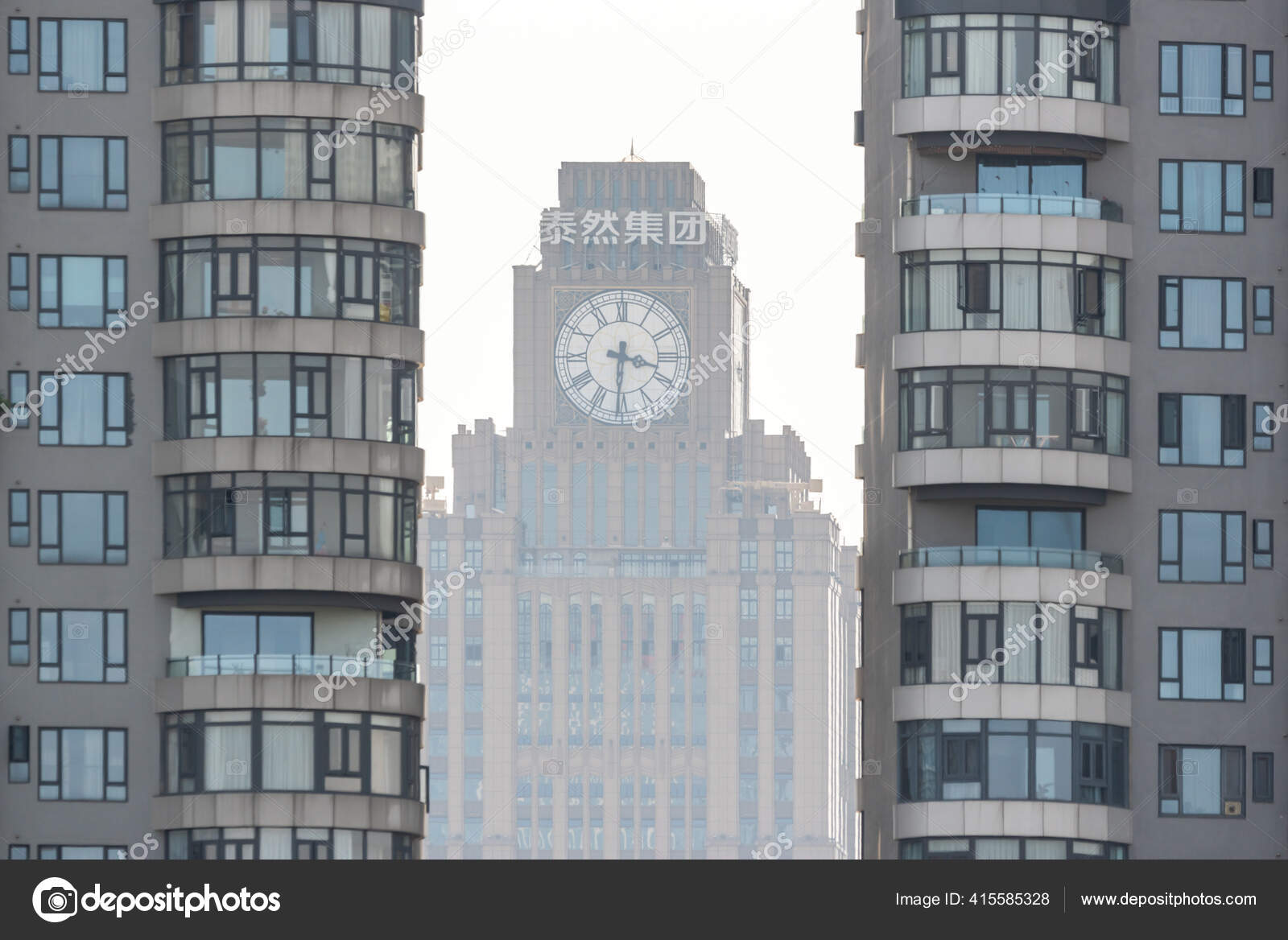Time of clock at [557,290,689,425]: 3:30
